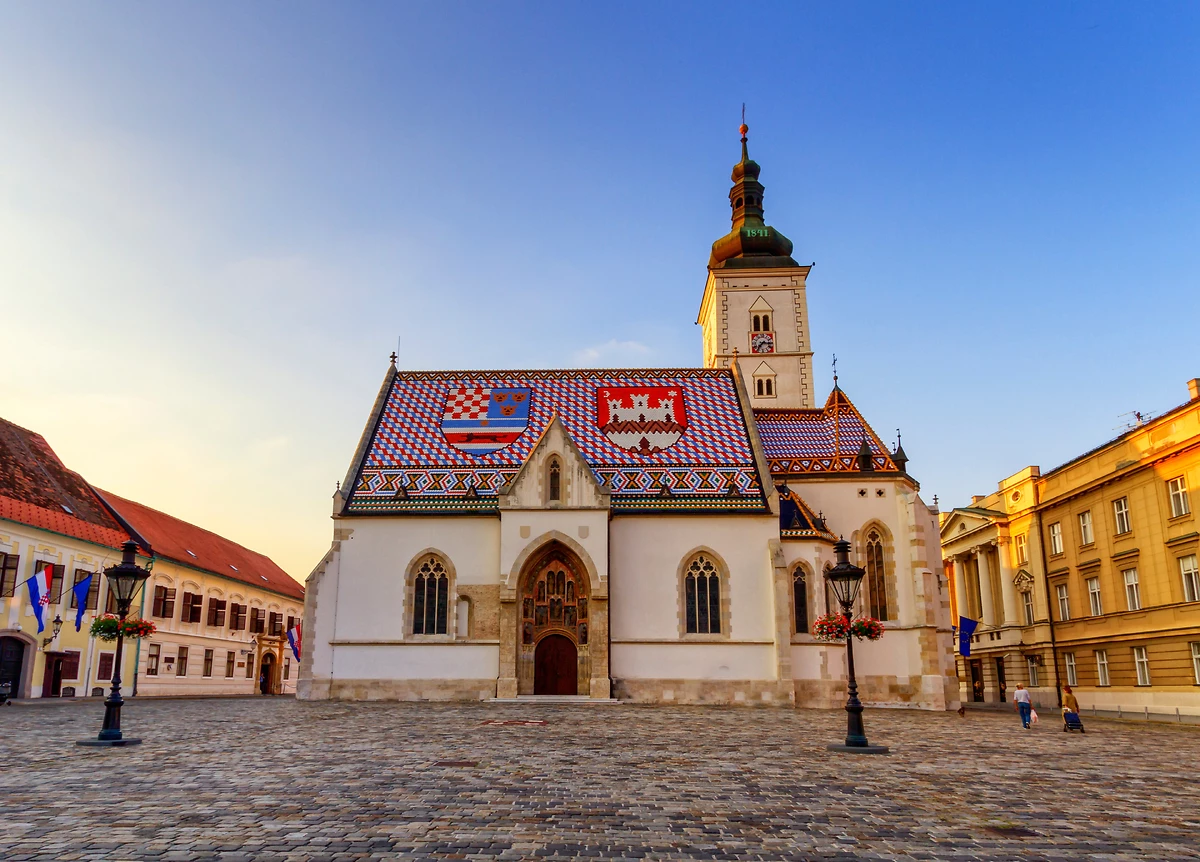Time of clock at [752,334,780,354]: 7:15
